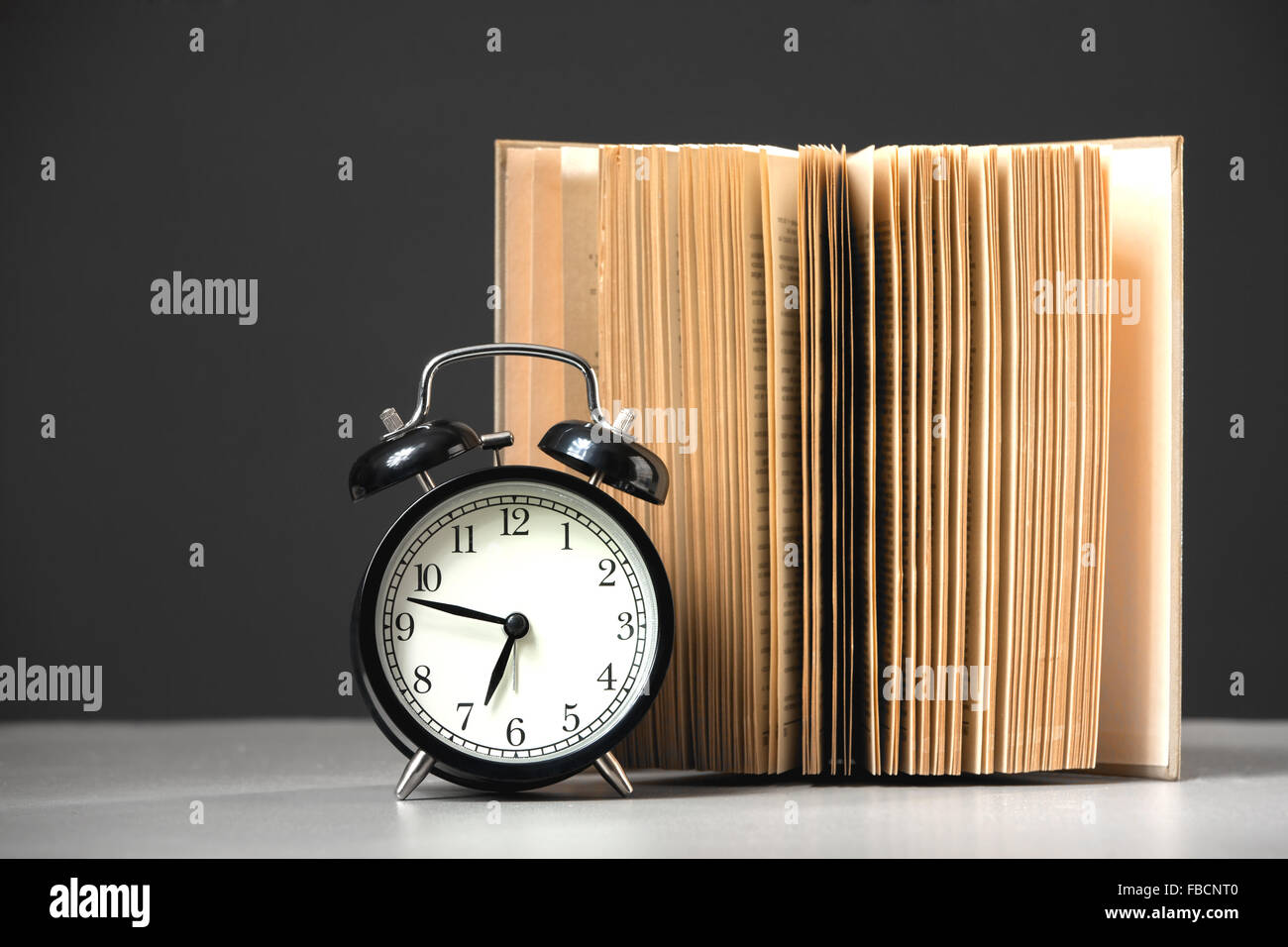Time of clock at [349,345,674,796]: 6:47
